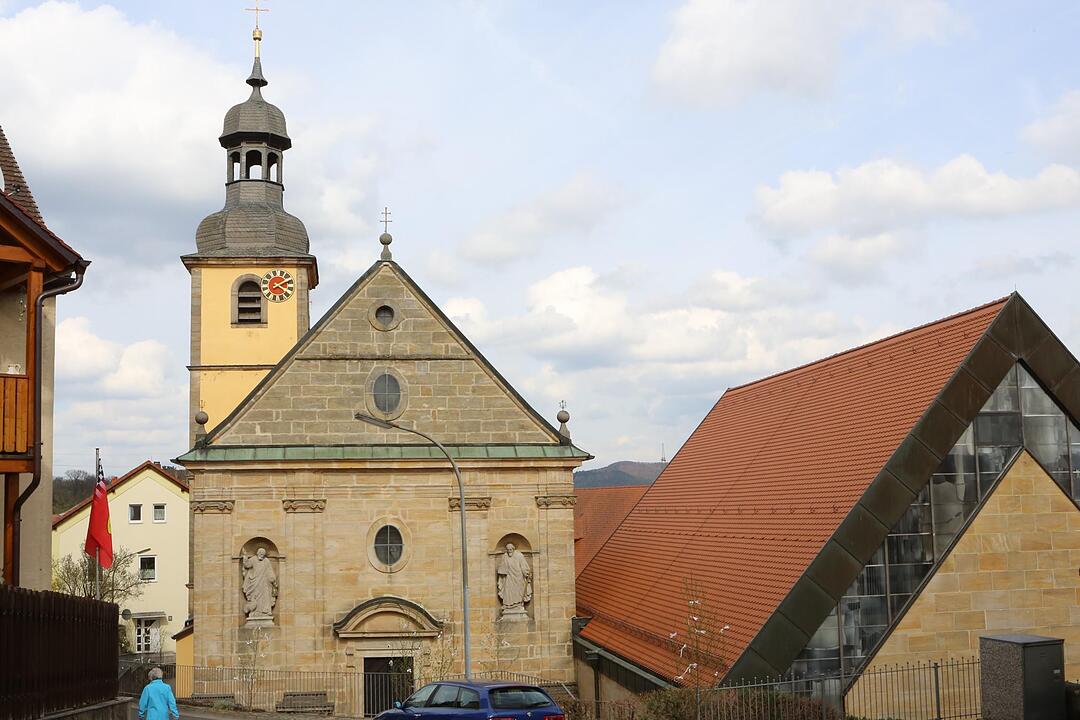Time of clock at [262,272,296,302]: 4:09
